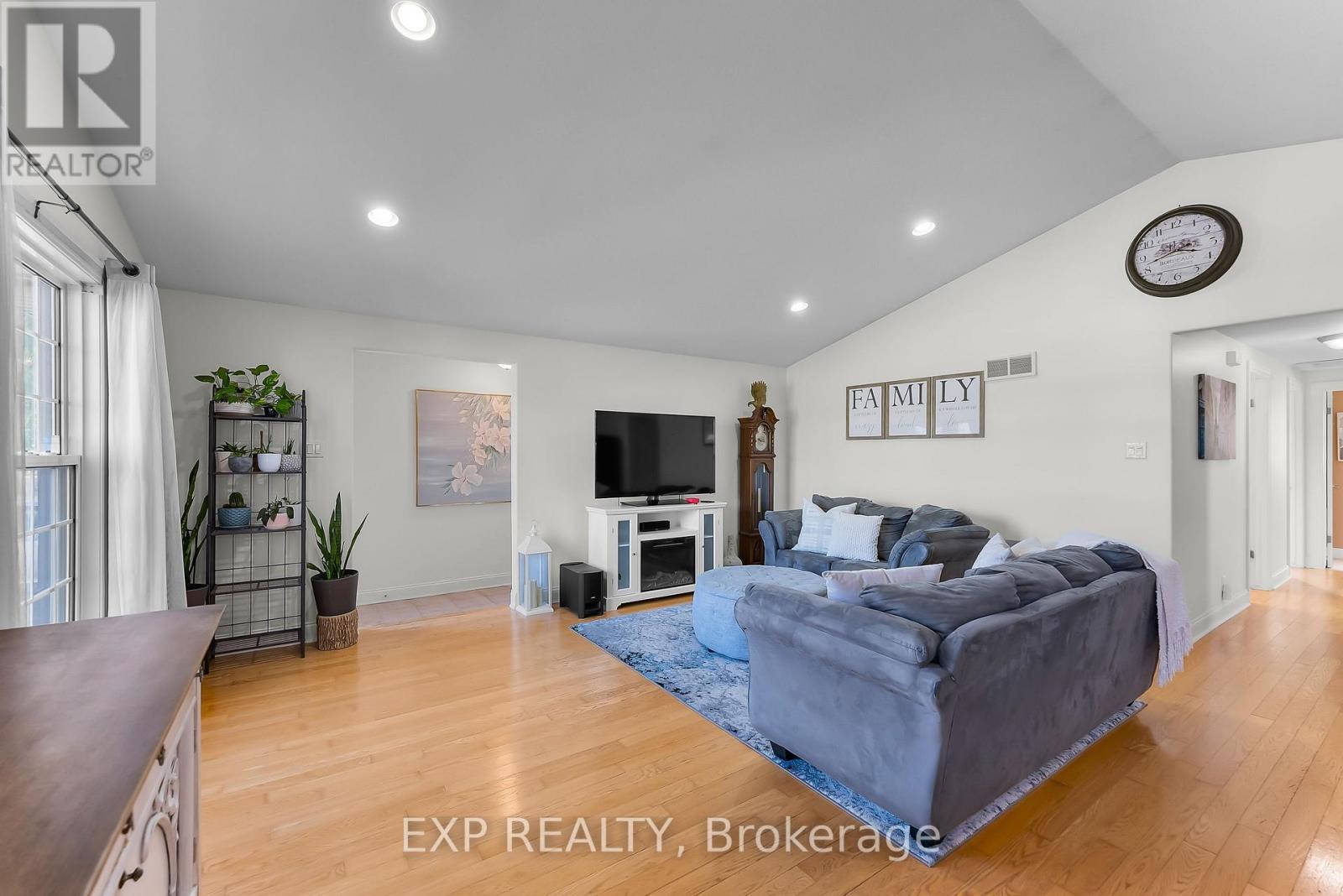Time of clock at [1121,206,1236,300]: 3:42
